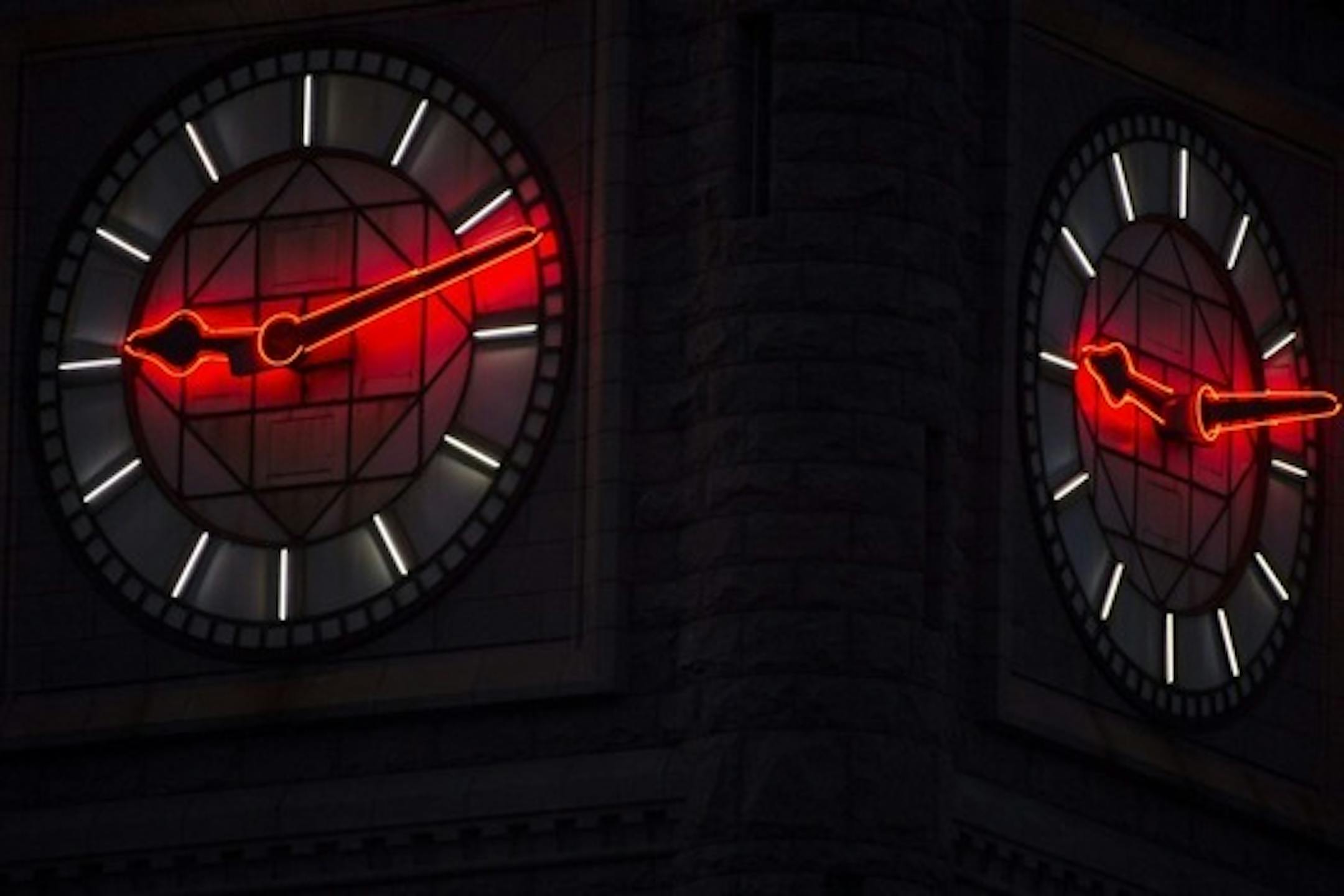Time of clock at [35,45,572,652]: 9:11
